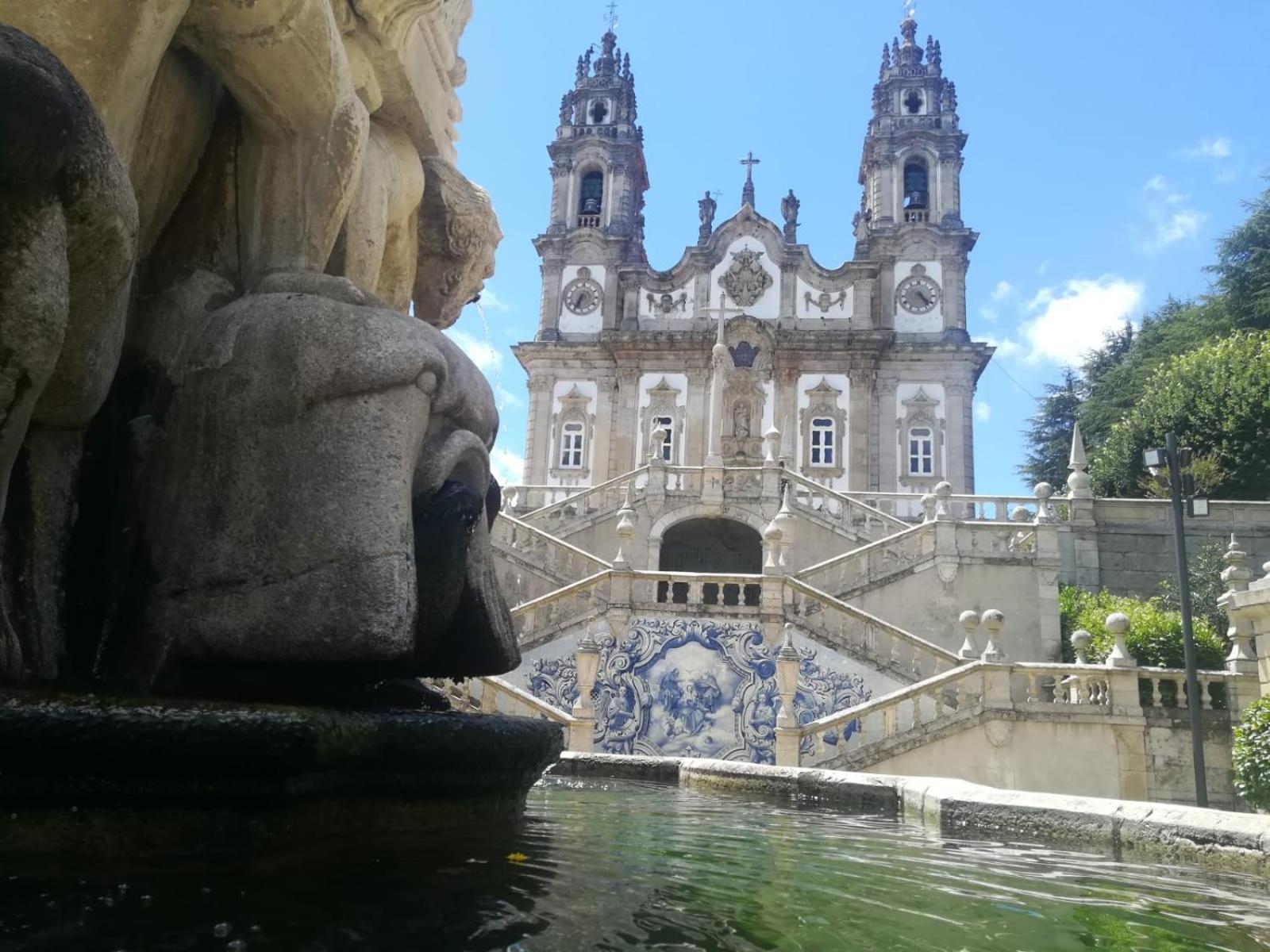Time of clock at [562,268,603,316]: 6:34
